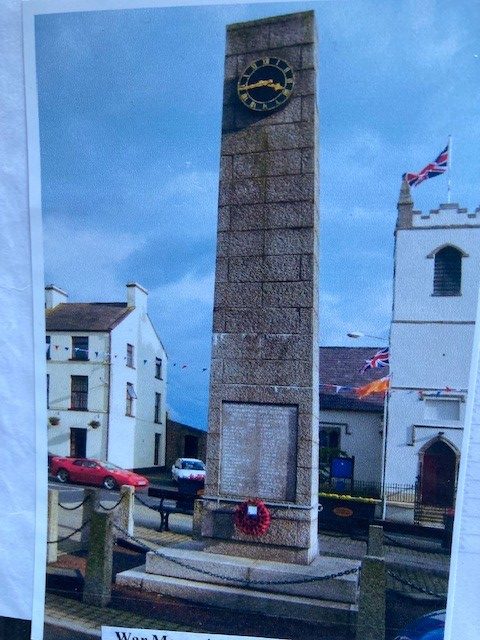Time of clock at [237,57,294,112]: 3:43
